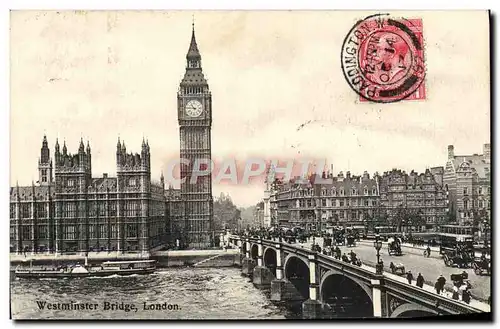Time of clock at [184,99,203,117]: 10:45
